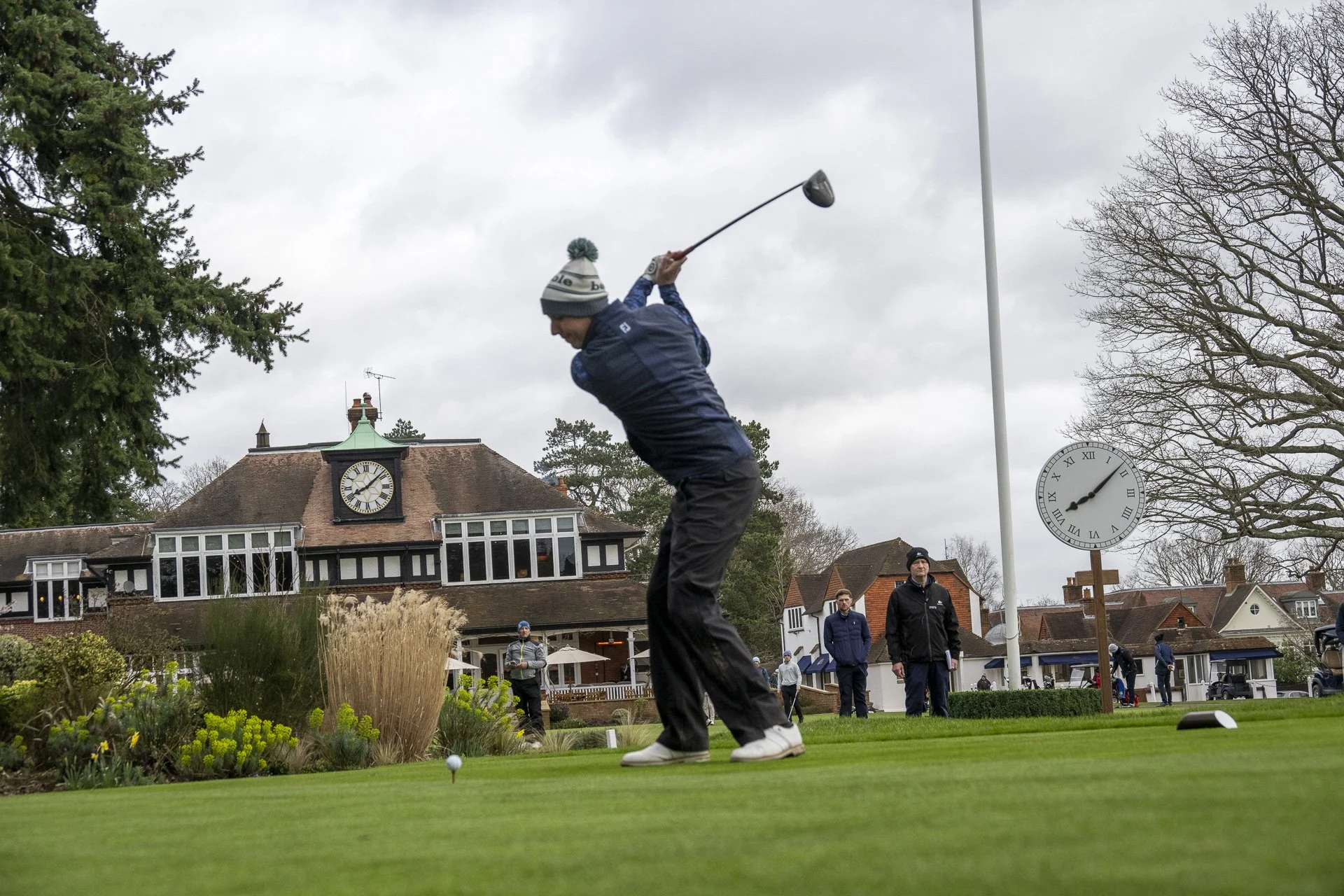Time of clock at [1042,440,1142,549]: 8:08
